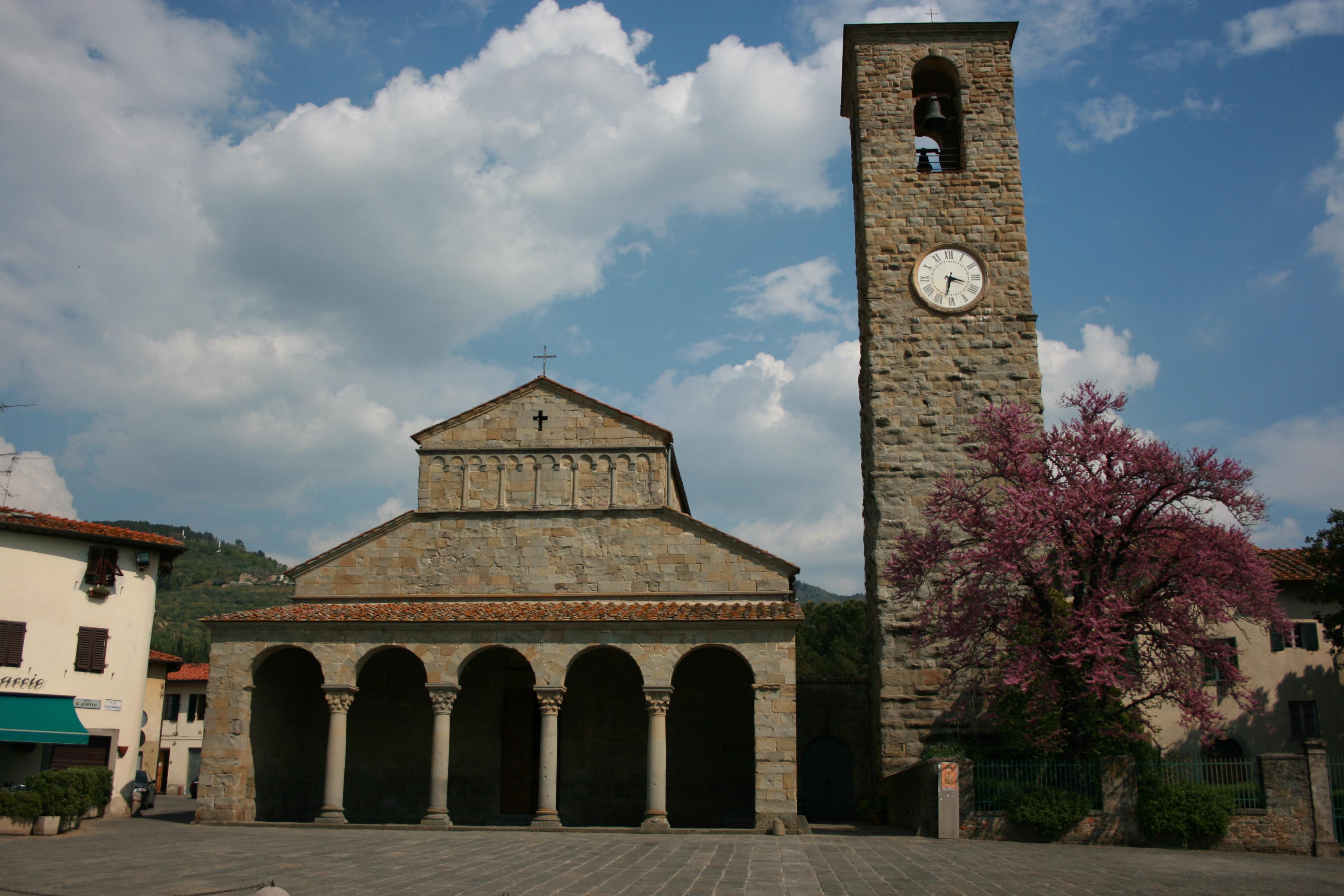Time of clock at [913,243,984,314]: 3:32
